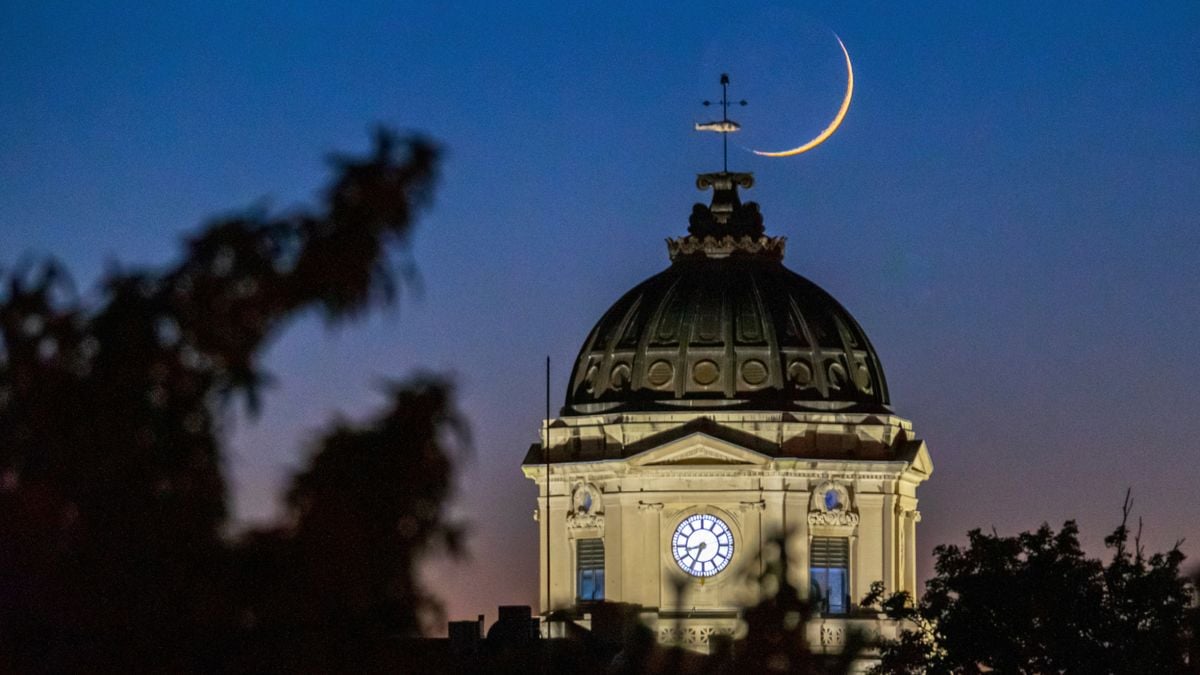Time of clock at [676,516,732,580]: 8:34
